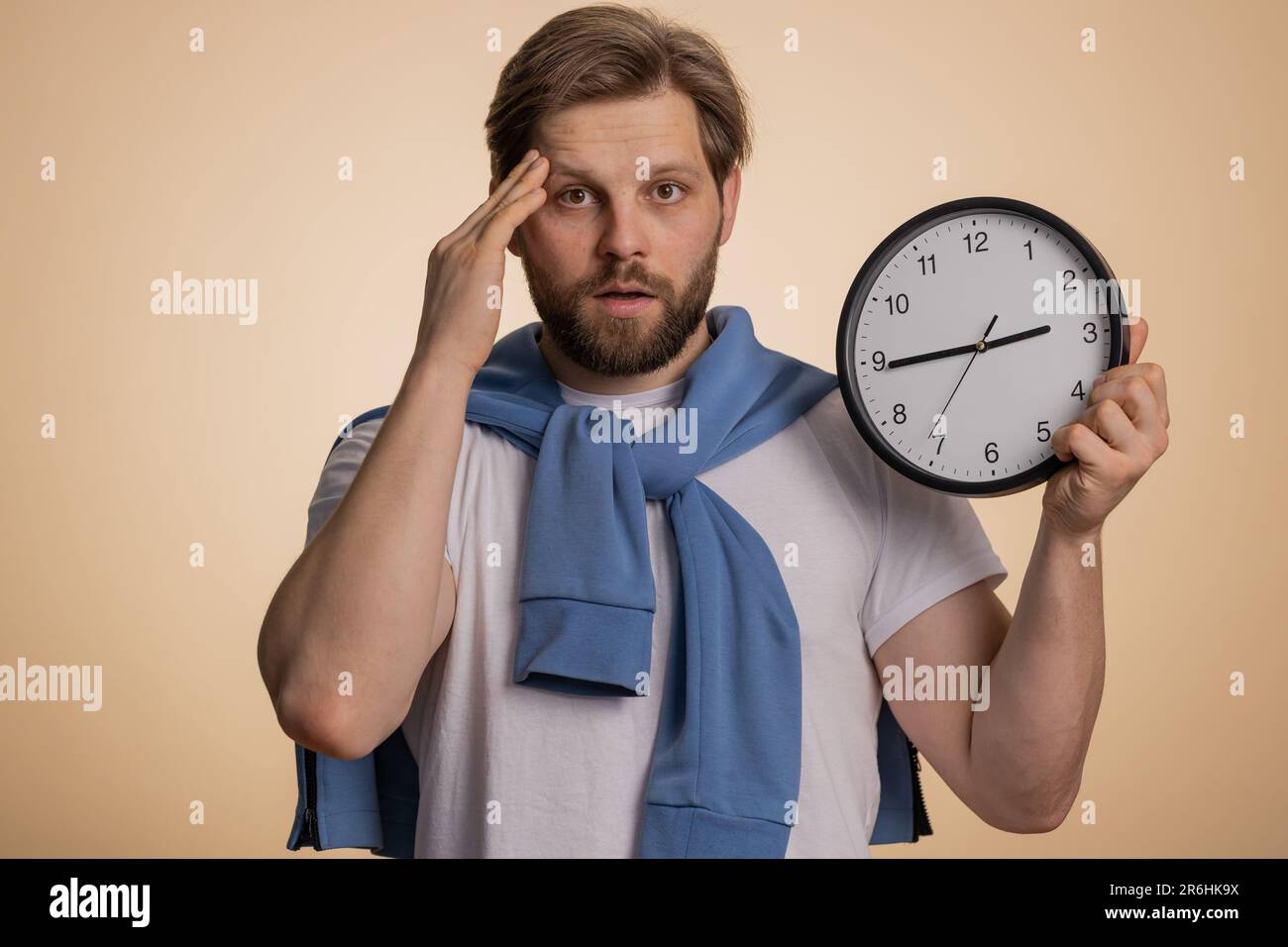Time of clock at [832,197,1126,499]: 2:44
